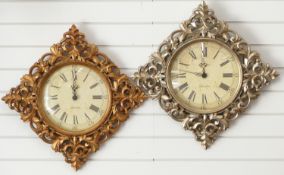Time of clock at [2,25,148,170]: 12:00
